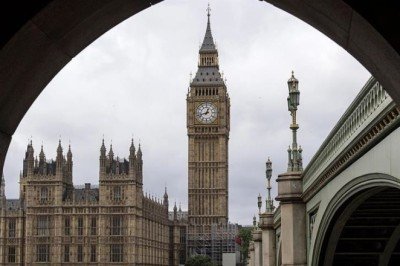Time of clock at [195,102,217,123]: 12:42
